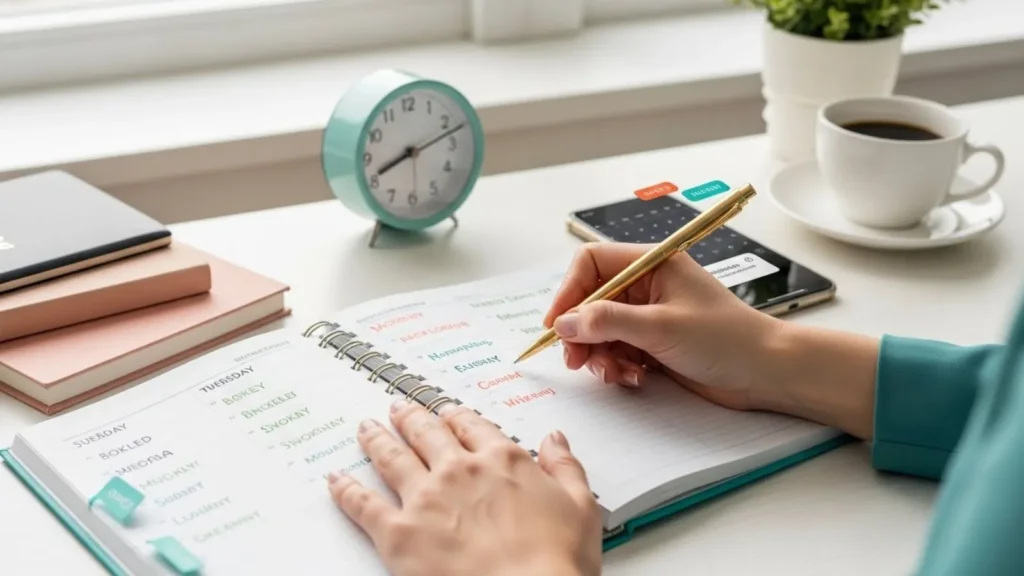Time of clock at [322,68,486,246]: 8:12
